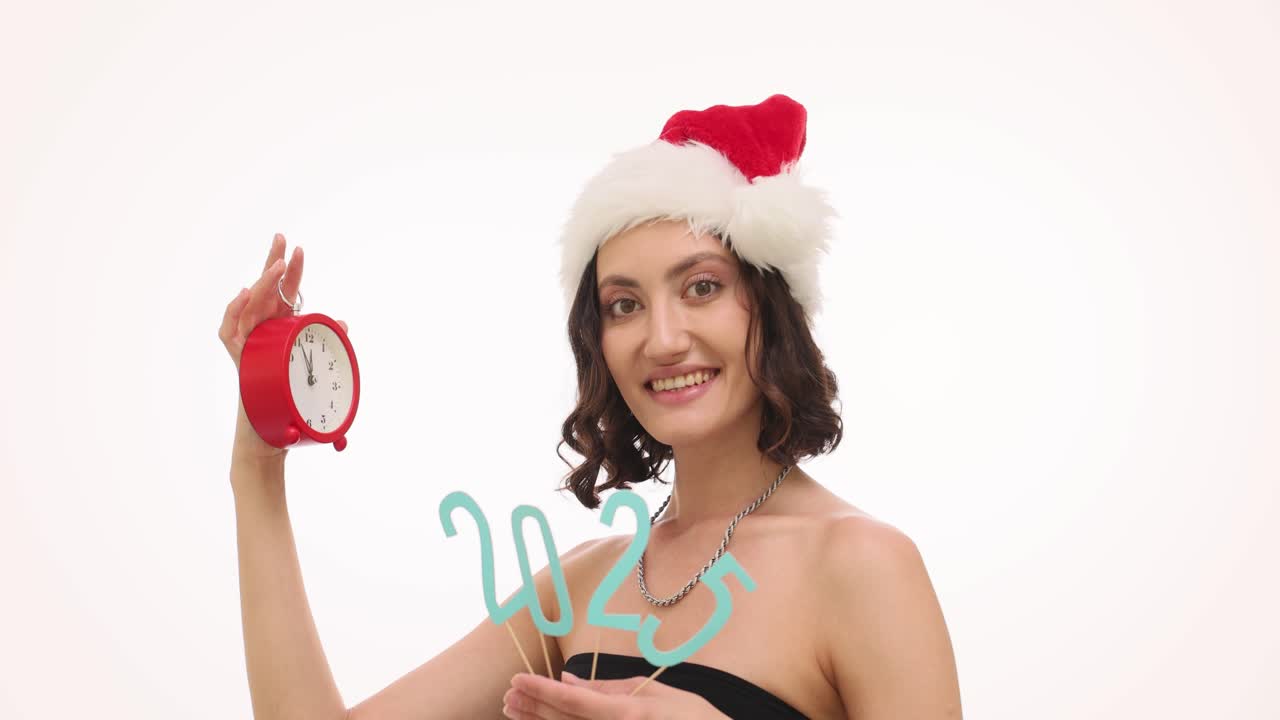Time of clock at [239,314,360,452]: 11:55
